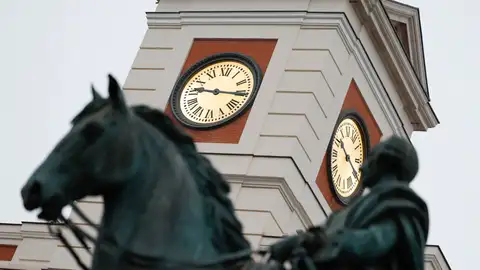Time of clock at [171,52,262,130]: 9:15
